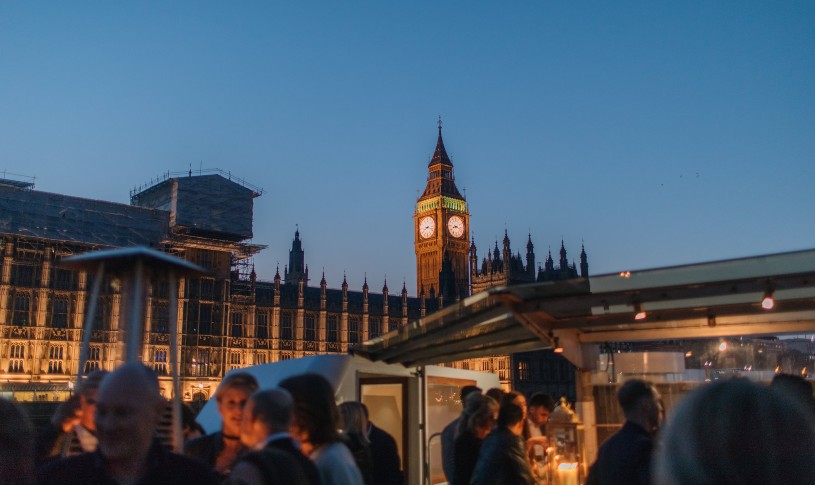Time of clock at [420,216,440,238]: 8:17
